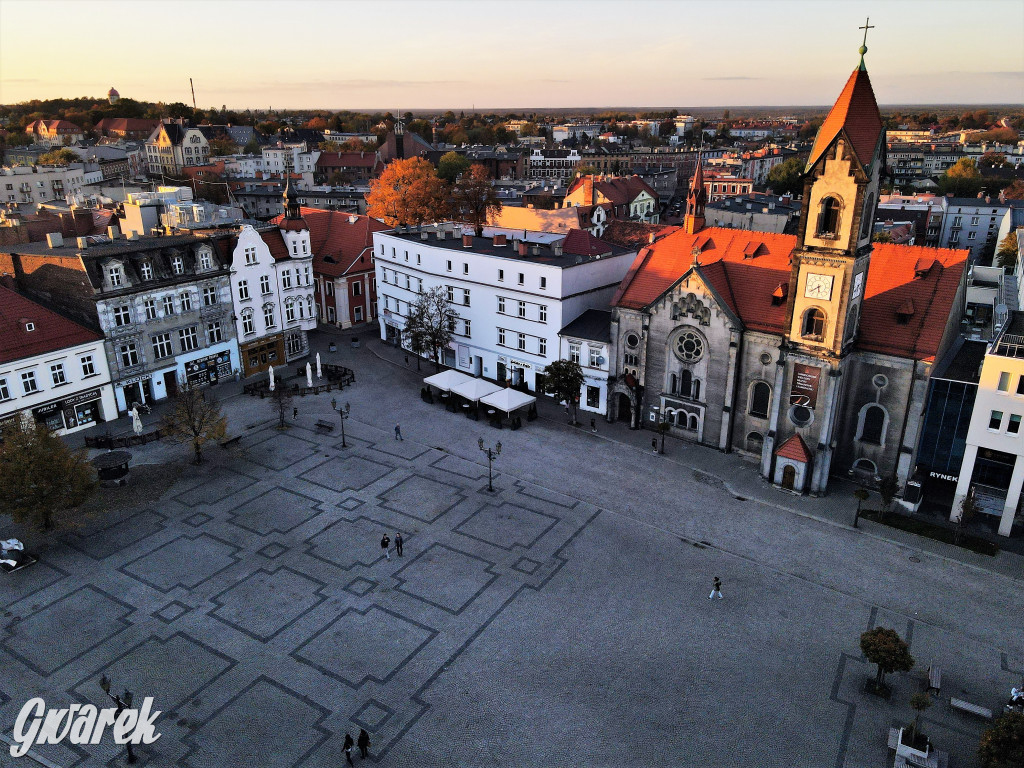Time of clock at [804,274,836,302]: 5:38
